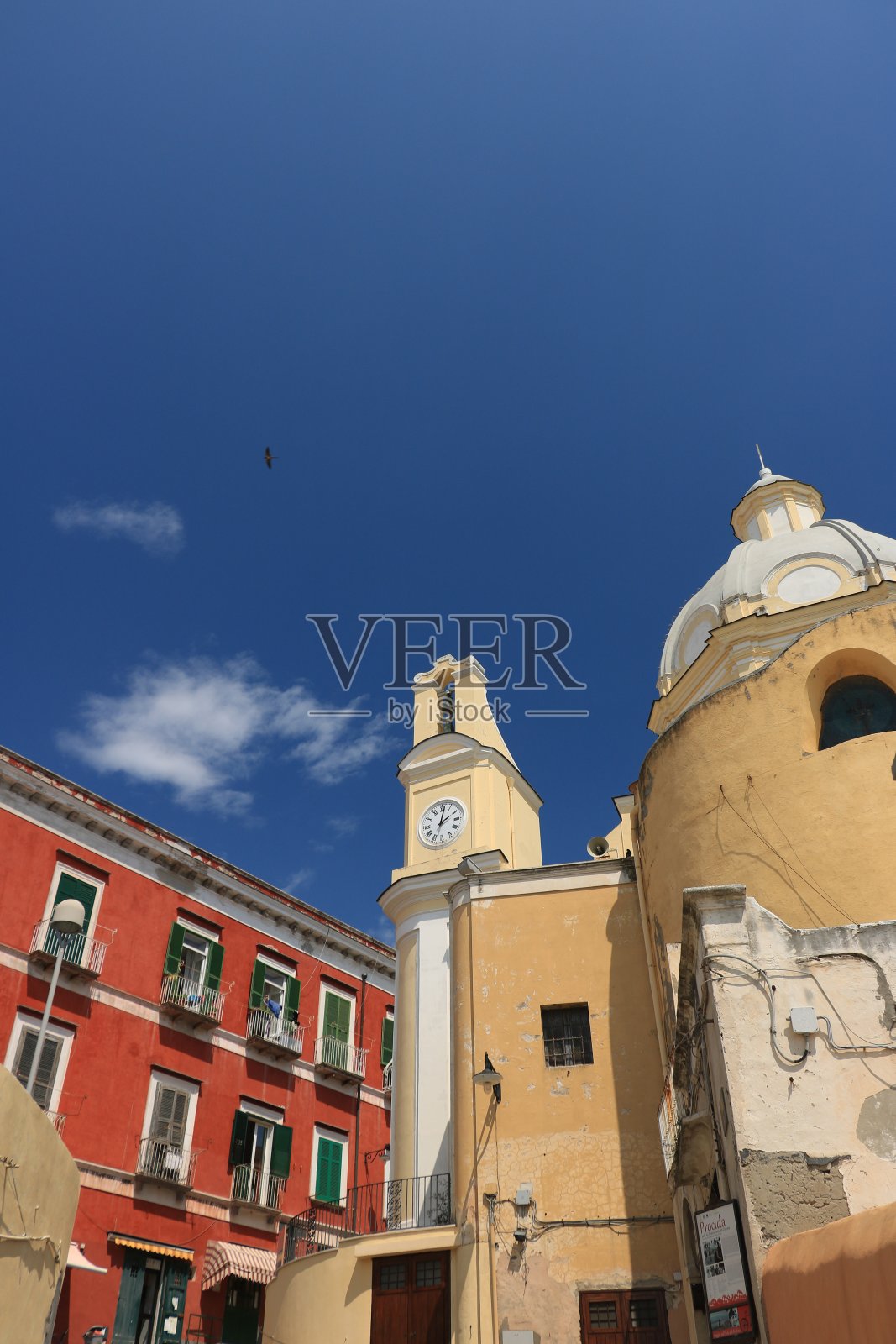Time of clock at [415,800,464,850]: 2:01
